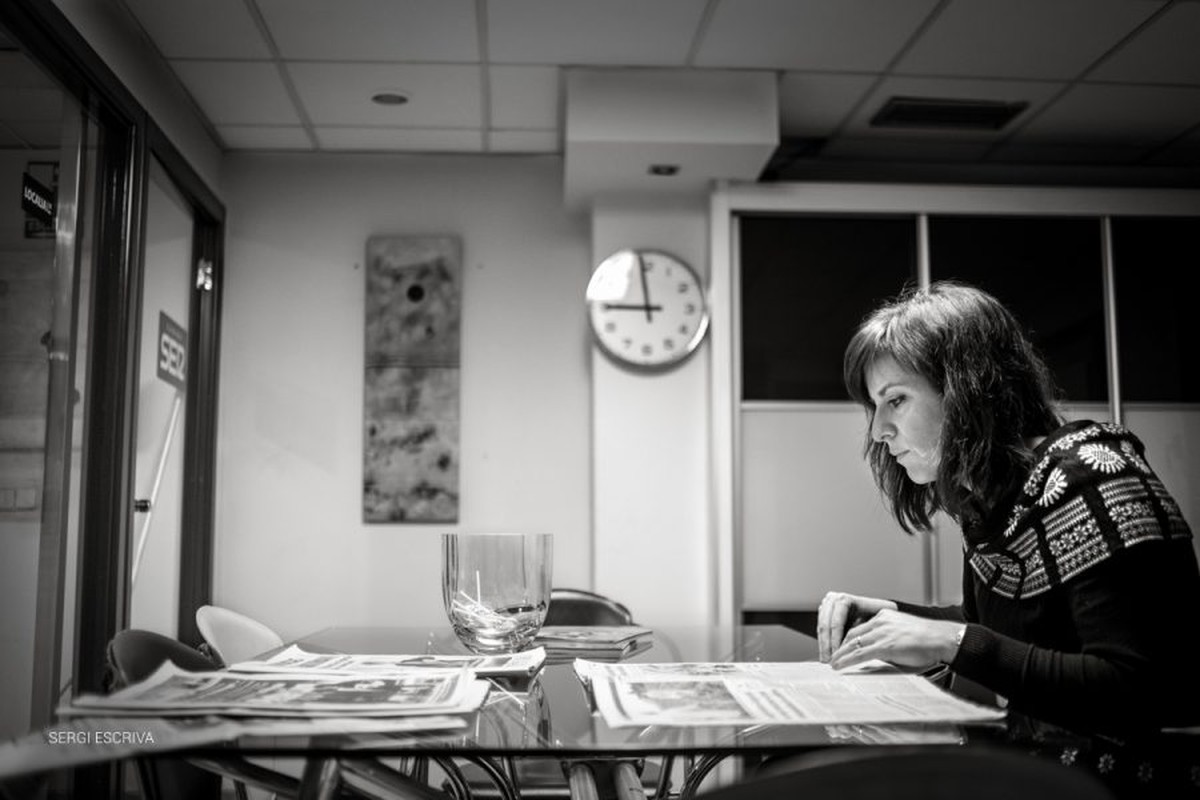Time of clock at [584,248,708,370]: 8:58
